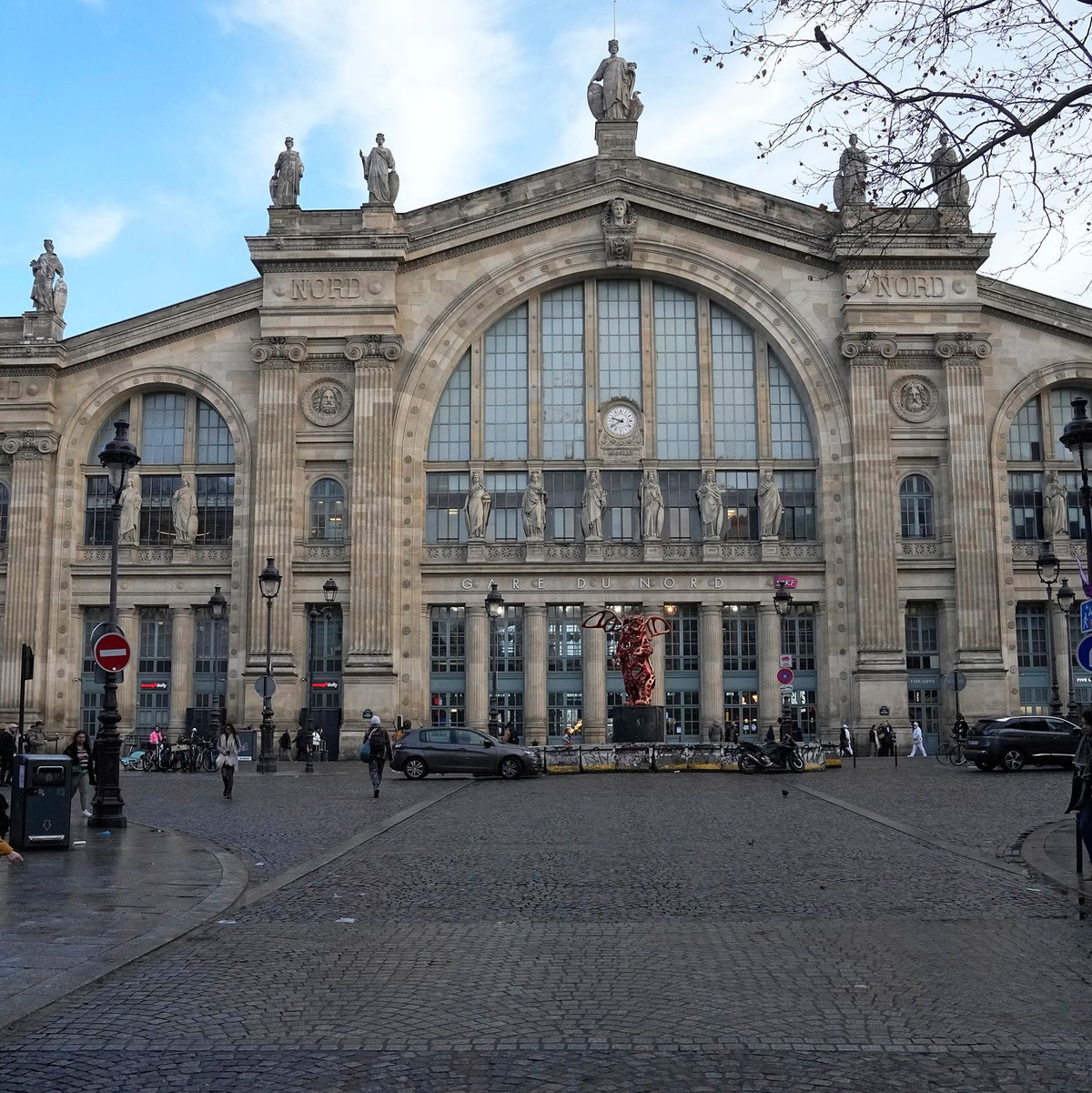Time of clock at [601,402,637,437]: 9:39
